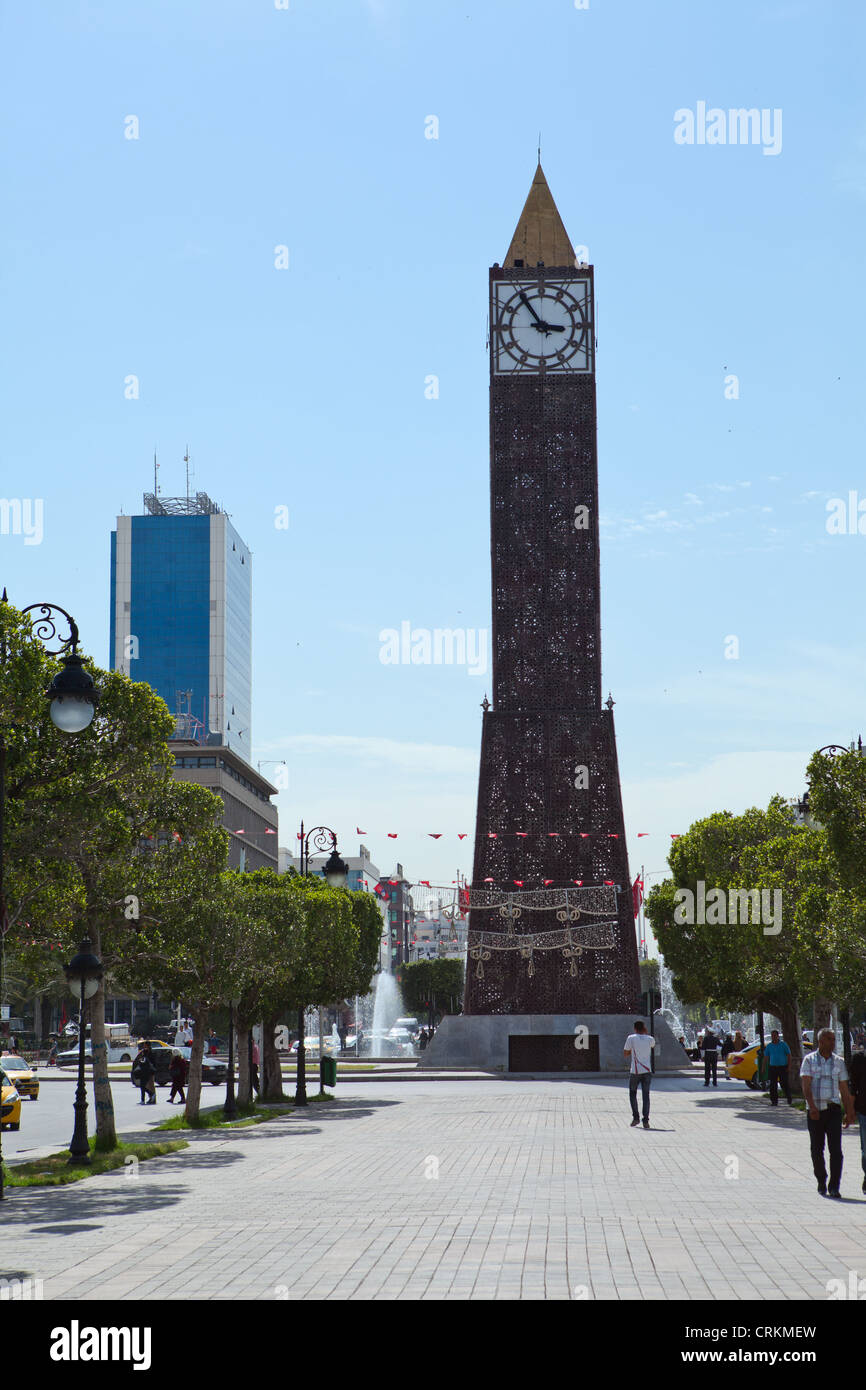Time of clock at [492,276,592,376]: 2:54
